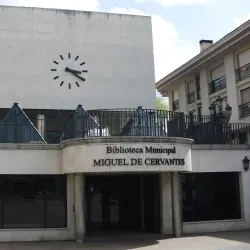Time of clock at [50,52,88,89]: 3:20
